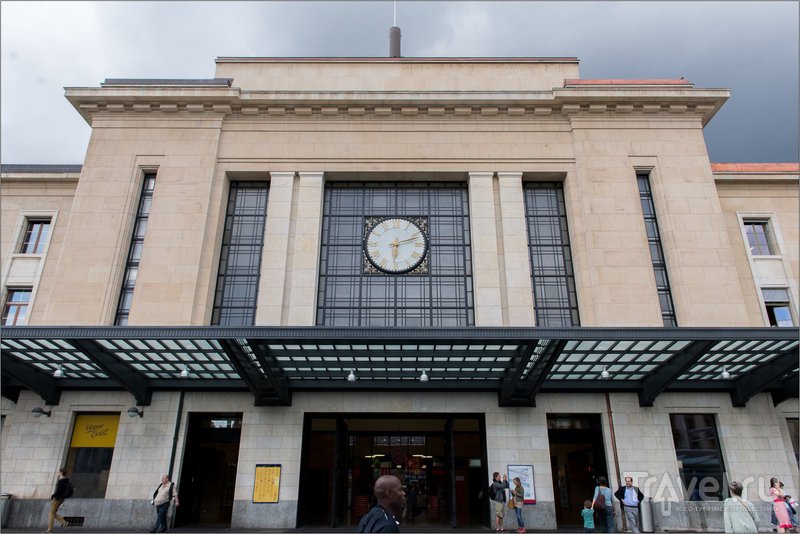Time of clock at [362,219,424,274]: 6:11
